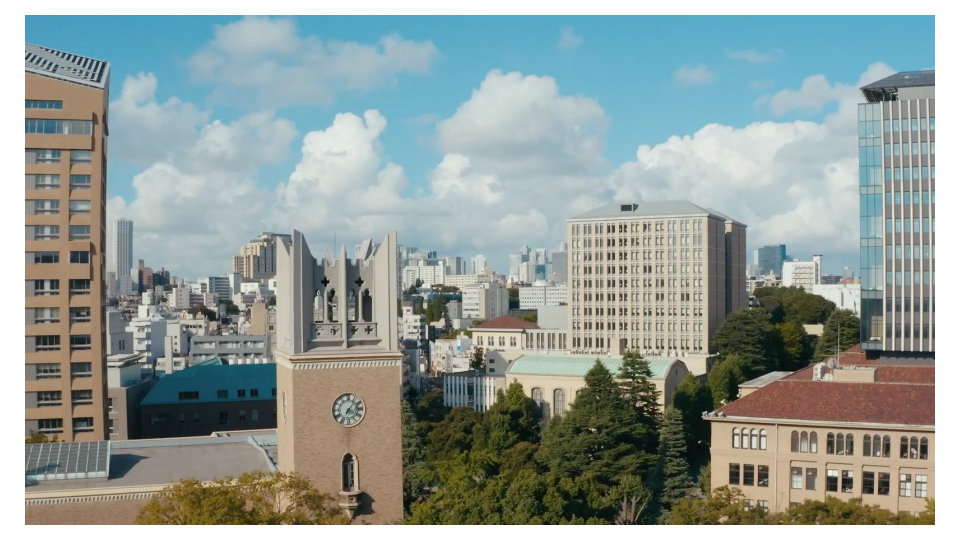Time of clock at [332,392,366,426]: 7:06
